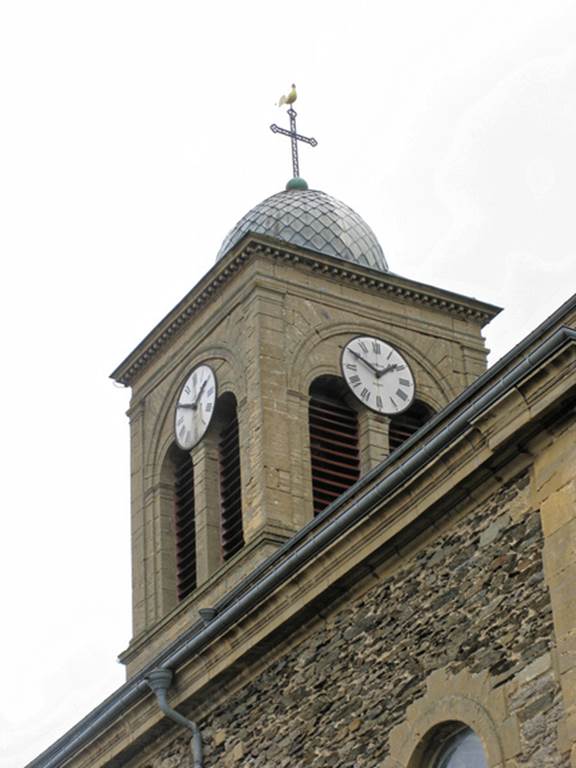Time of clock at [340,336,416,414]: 1:50
